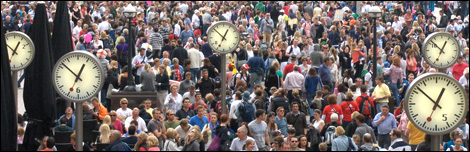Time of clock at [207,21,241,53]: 12:52
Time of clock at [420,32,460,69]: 12:52
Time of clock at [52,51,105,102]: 12:52
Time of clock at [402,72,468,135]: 12:52
